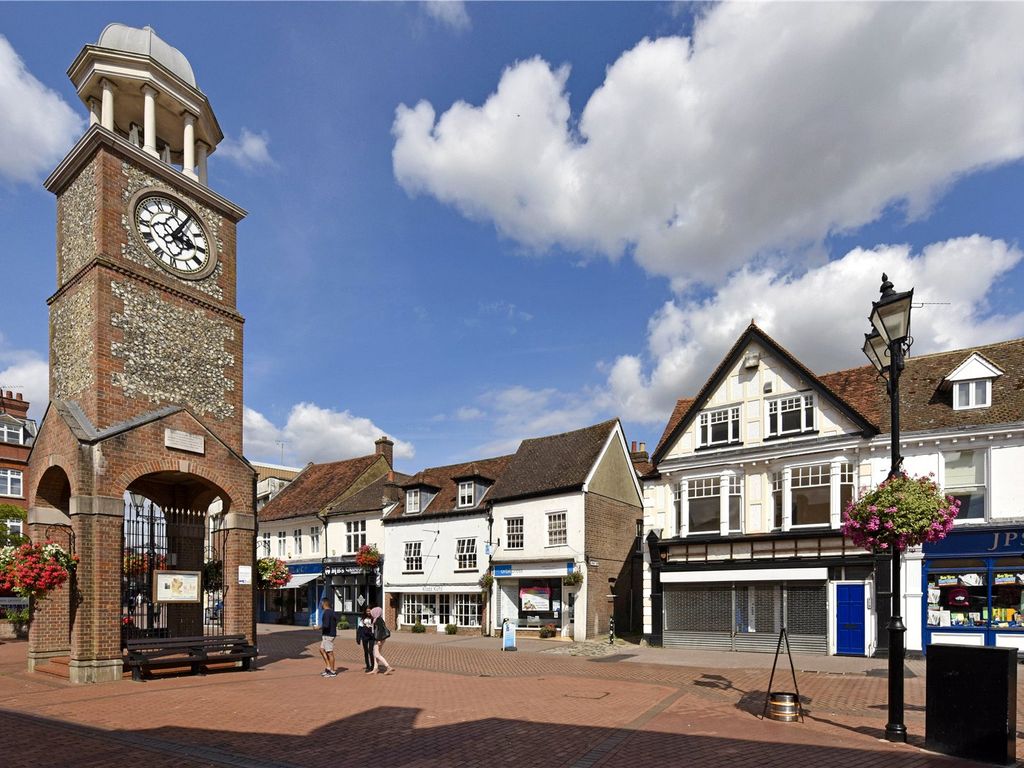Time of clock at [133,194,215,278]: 3:04
